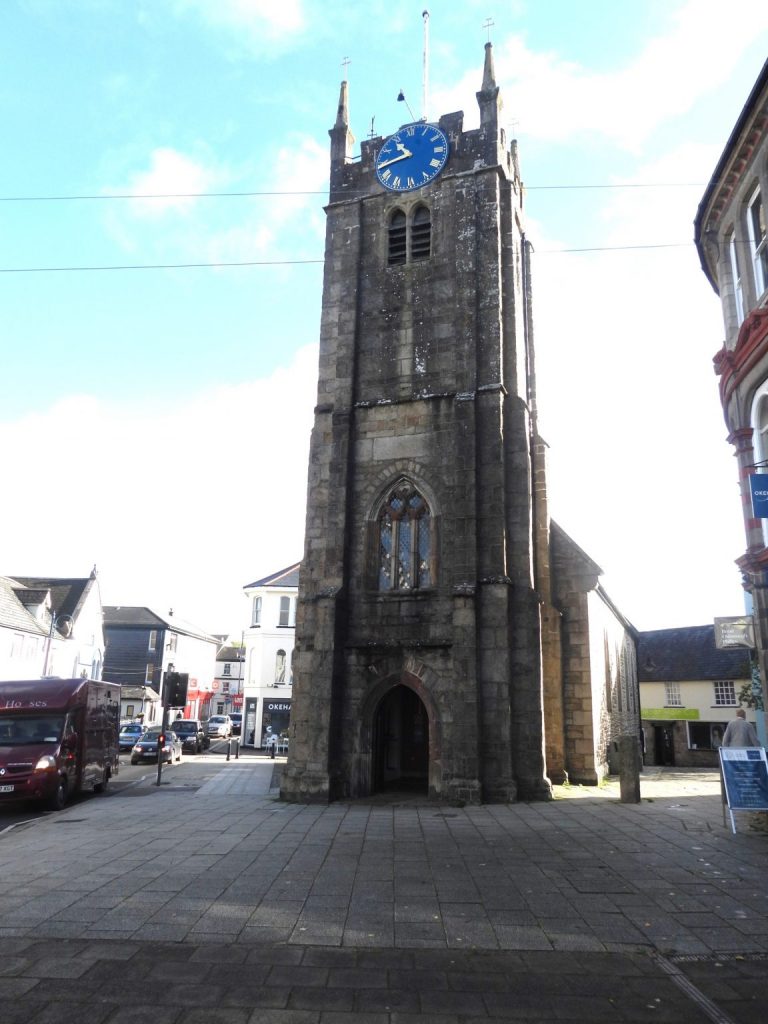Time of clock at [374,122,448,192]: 10:43
